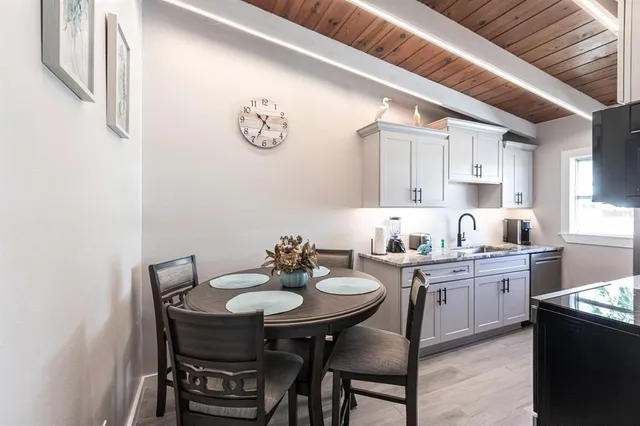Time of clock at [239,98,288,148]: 10:34
